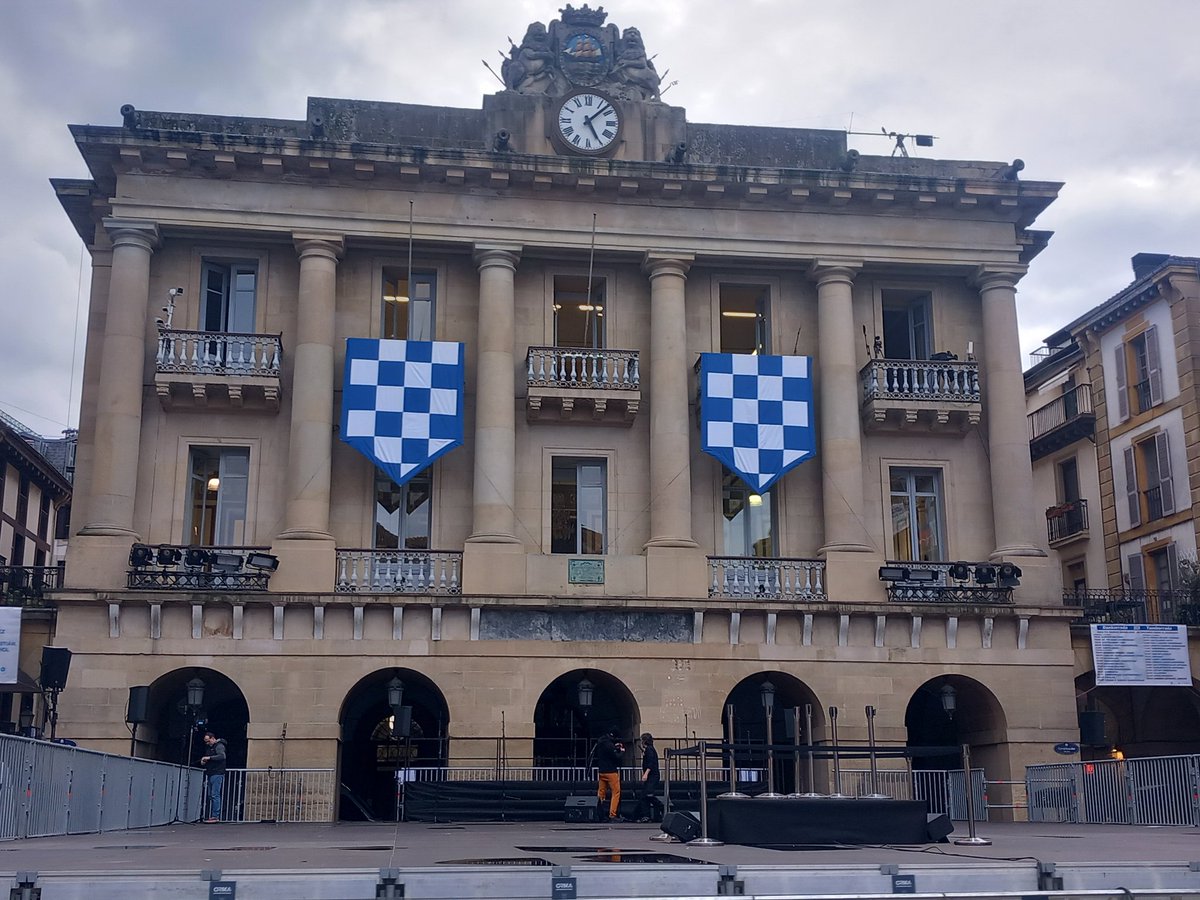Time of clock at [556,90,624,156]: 5:07
